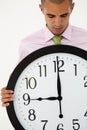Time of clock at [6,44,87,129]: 8:59
